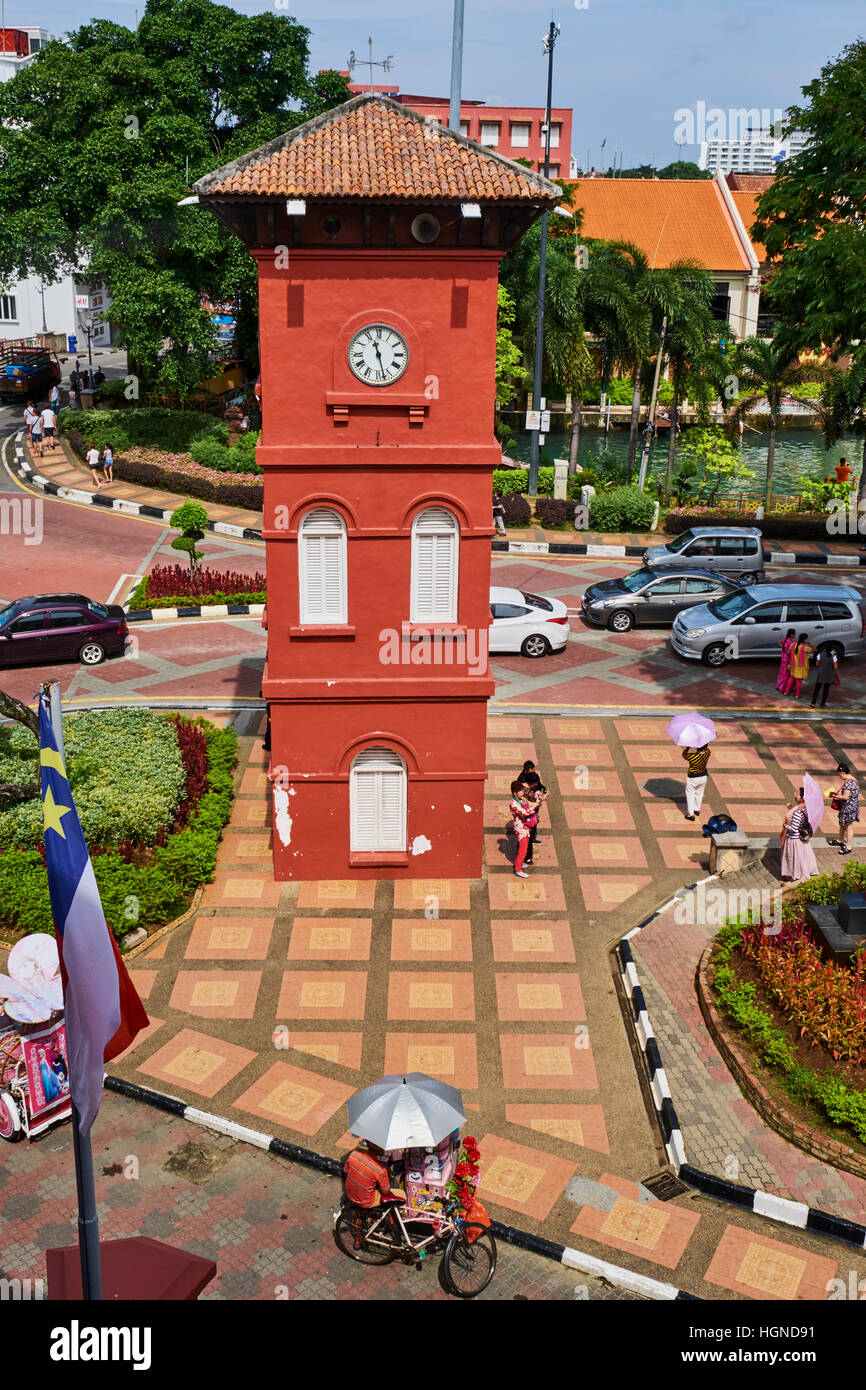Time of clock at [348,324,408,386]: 11:27
